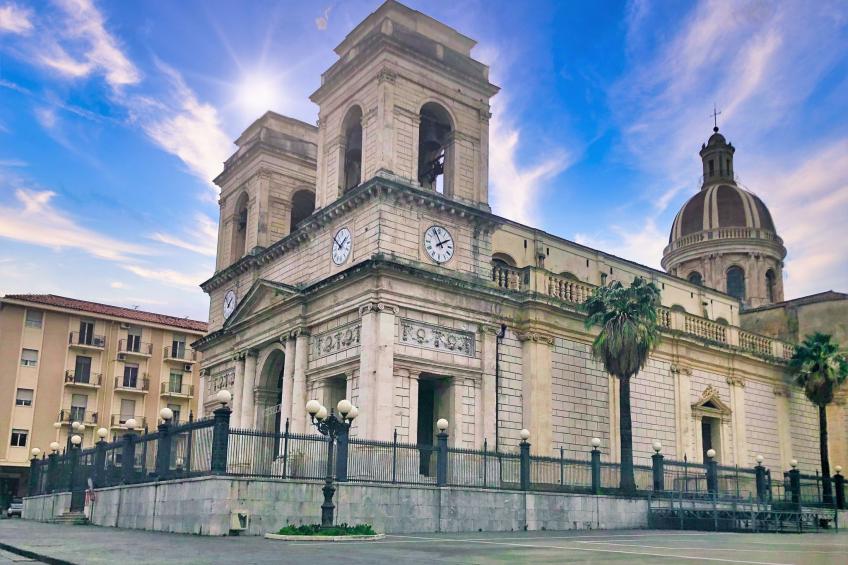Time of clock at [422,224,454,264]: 1:56
